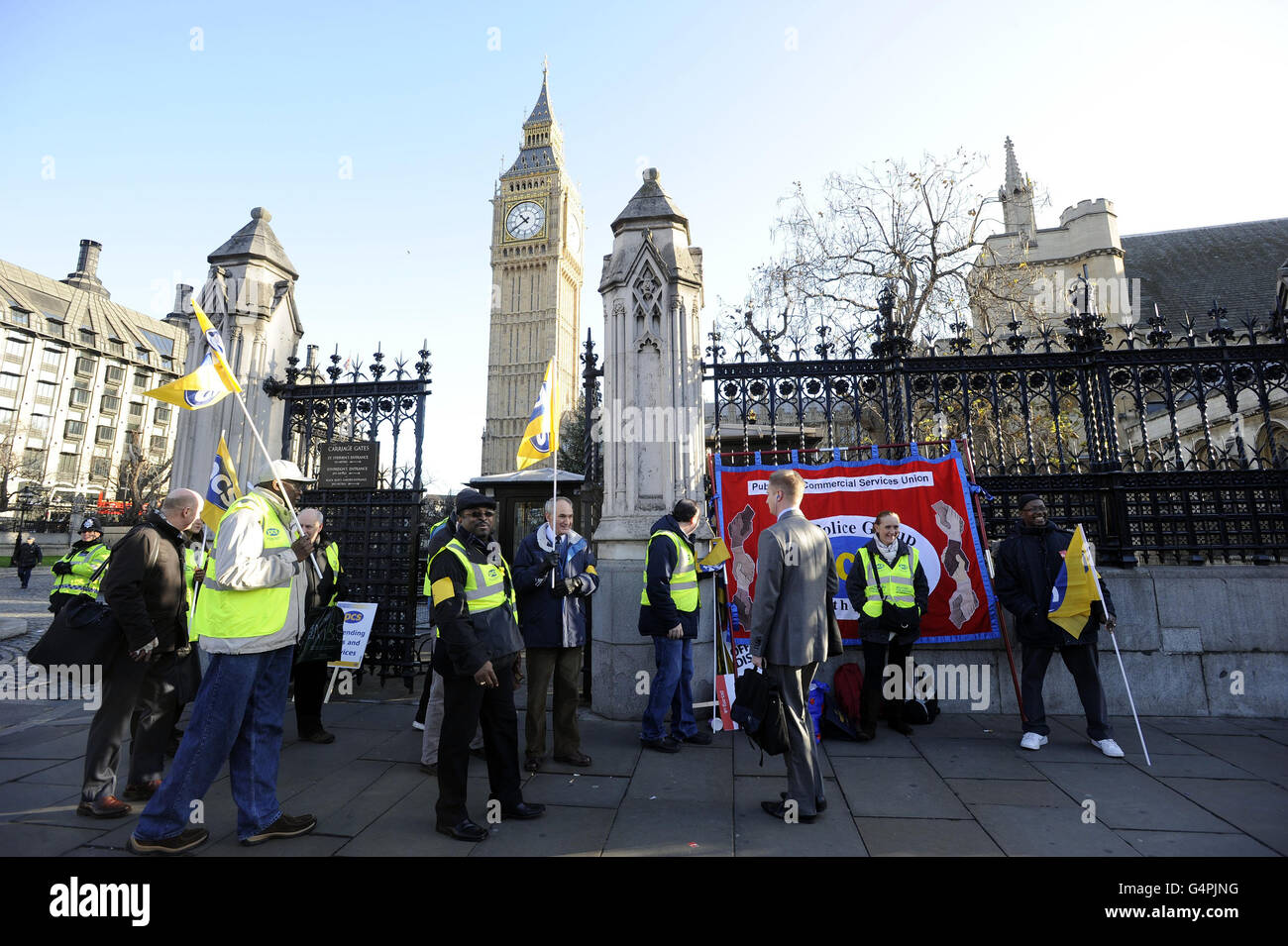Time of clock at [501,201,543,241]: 10:39
